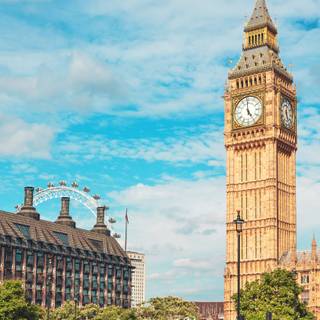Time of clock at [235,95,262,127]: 4:59
